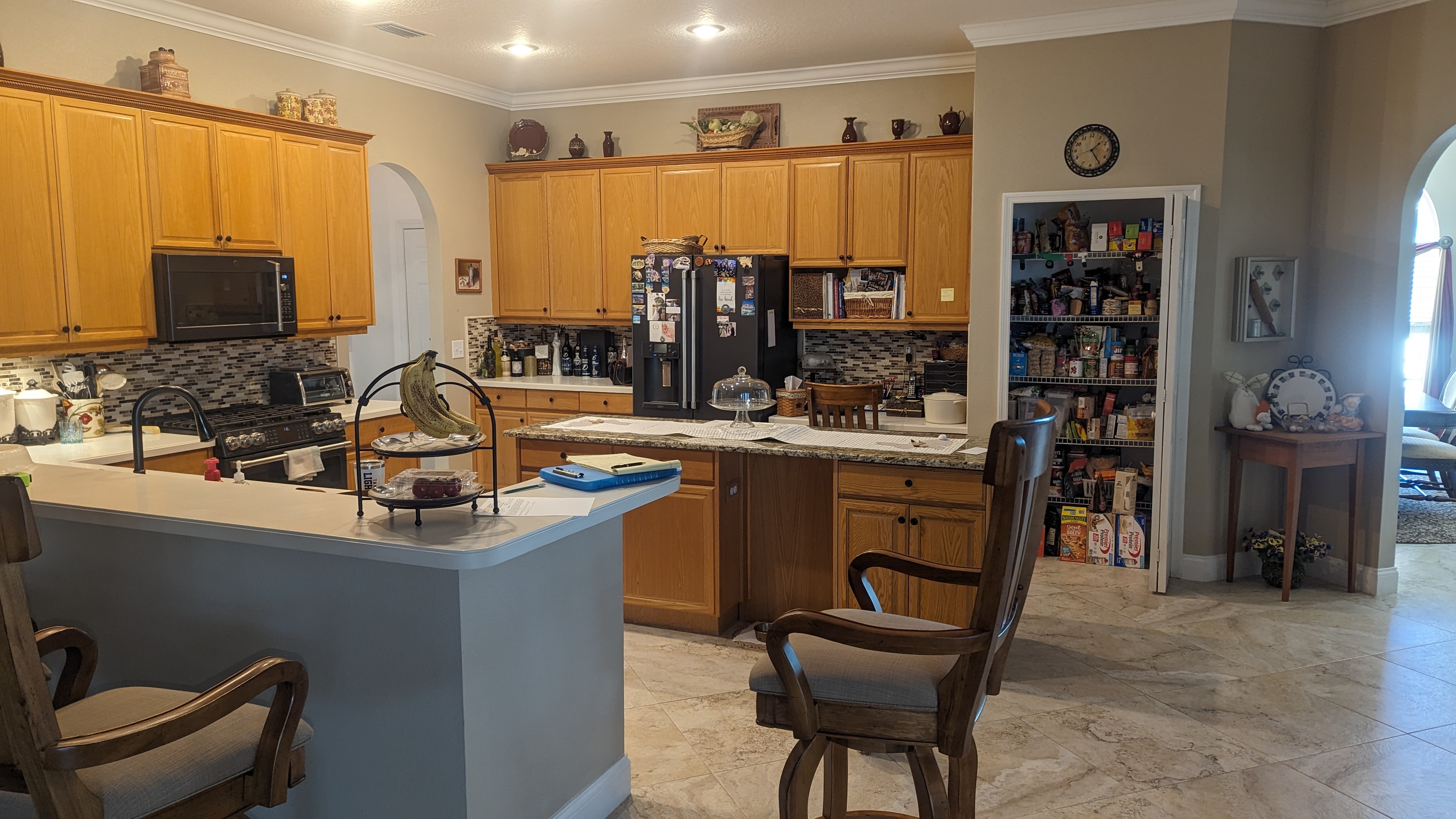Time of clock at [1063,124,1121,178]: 1:24
